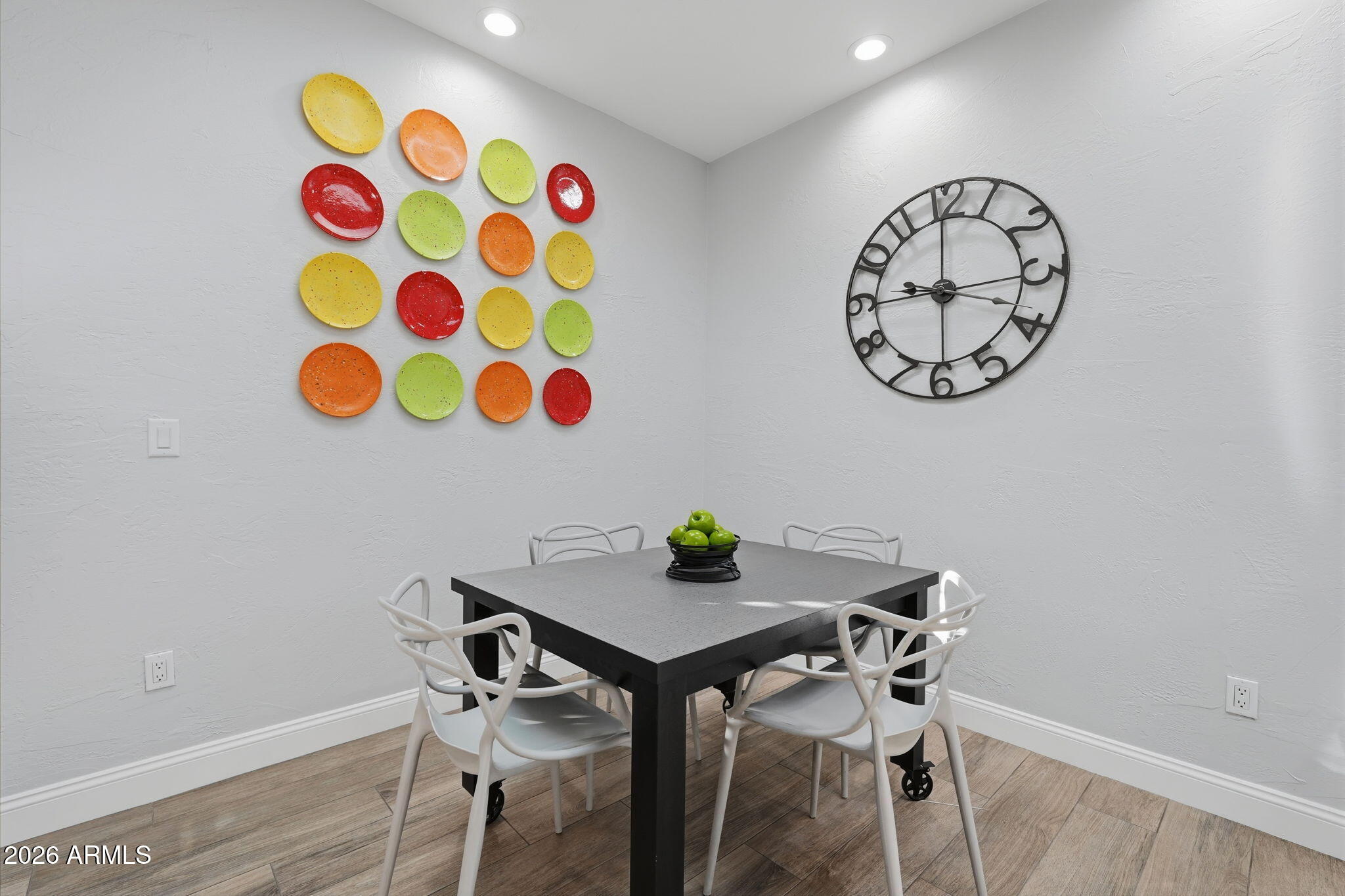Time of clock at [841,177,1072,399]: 9:00
